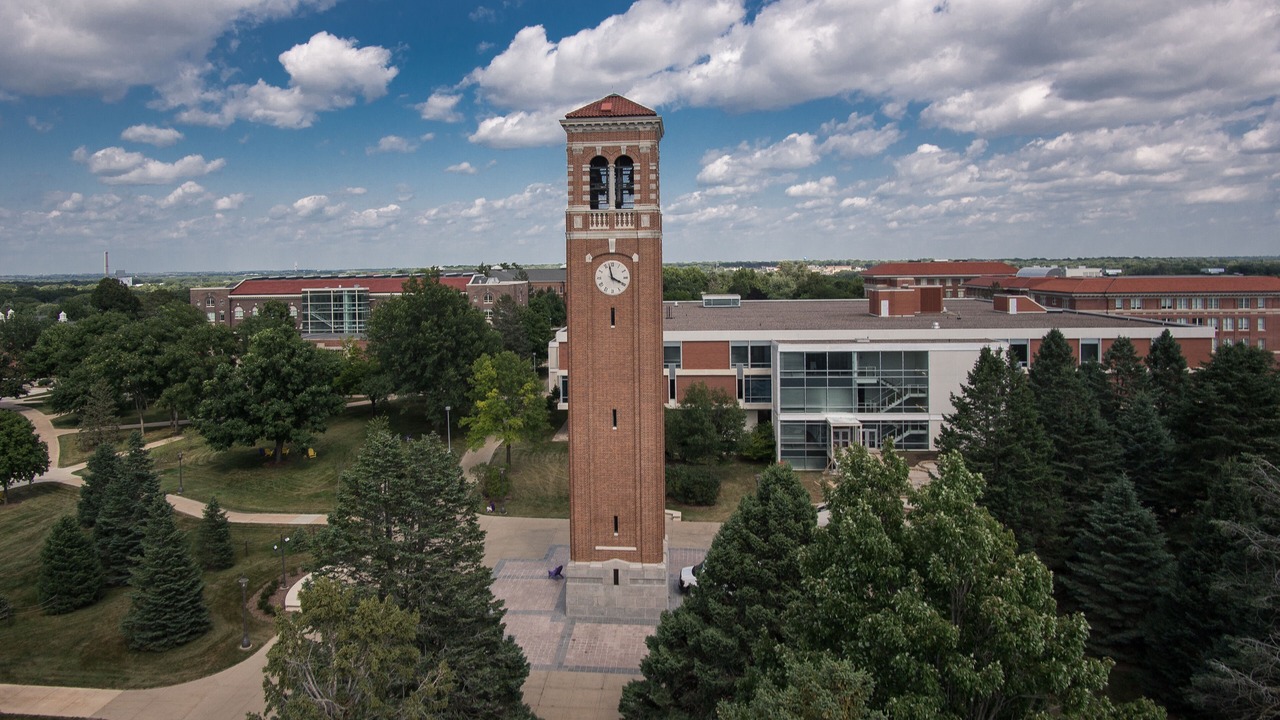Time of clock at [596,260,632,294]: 3:57
